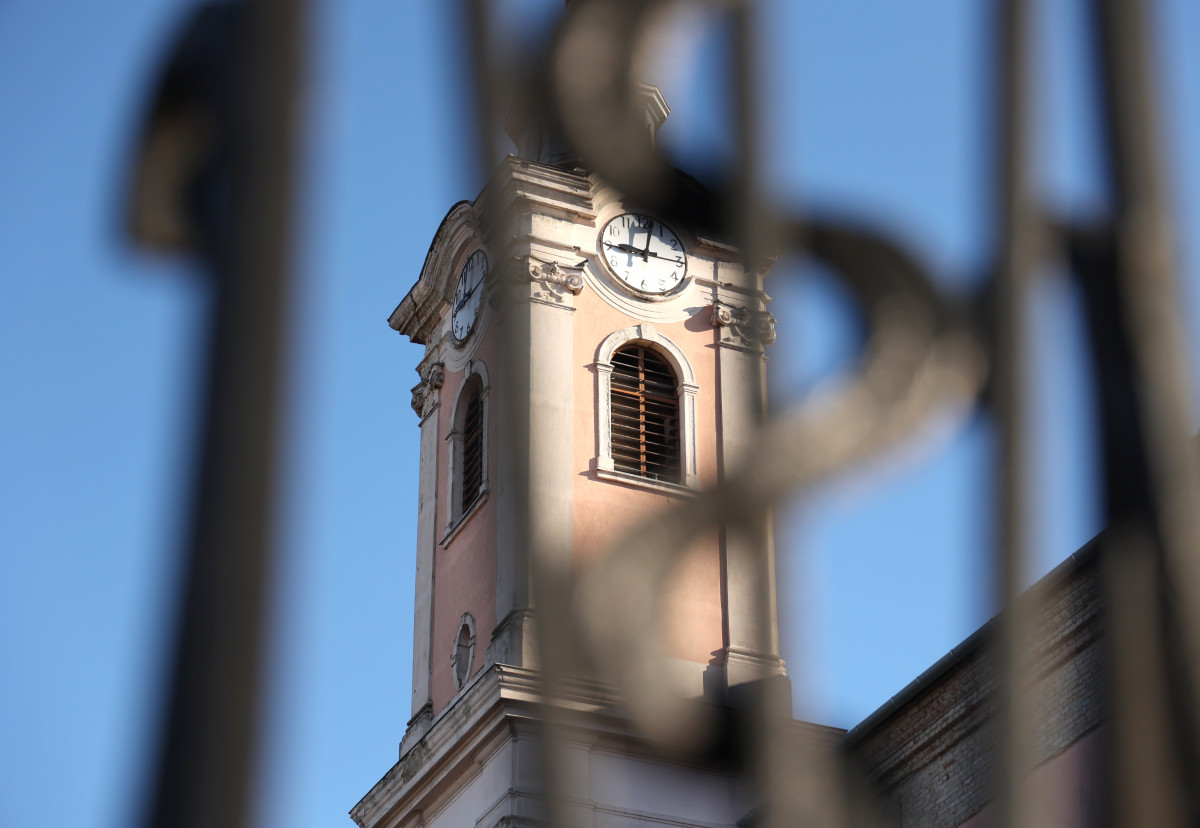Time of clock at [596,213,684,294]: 9:01
